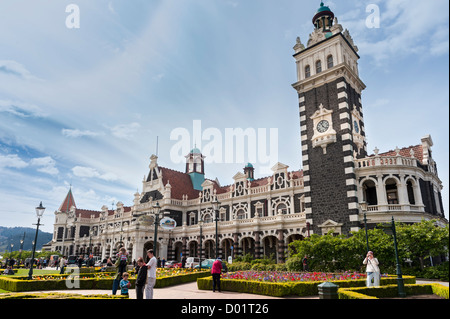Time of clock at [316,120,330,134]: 11:22
